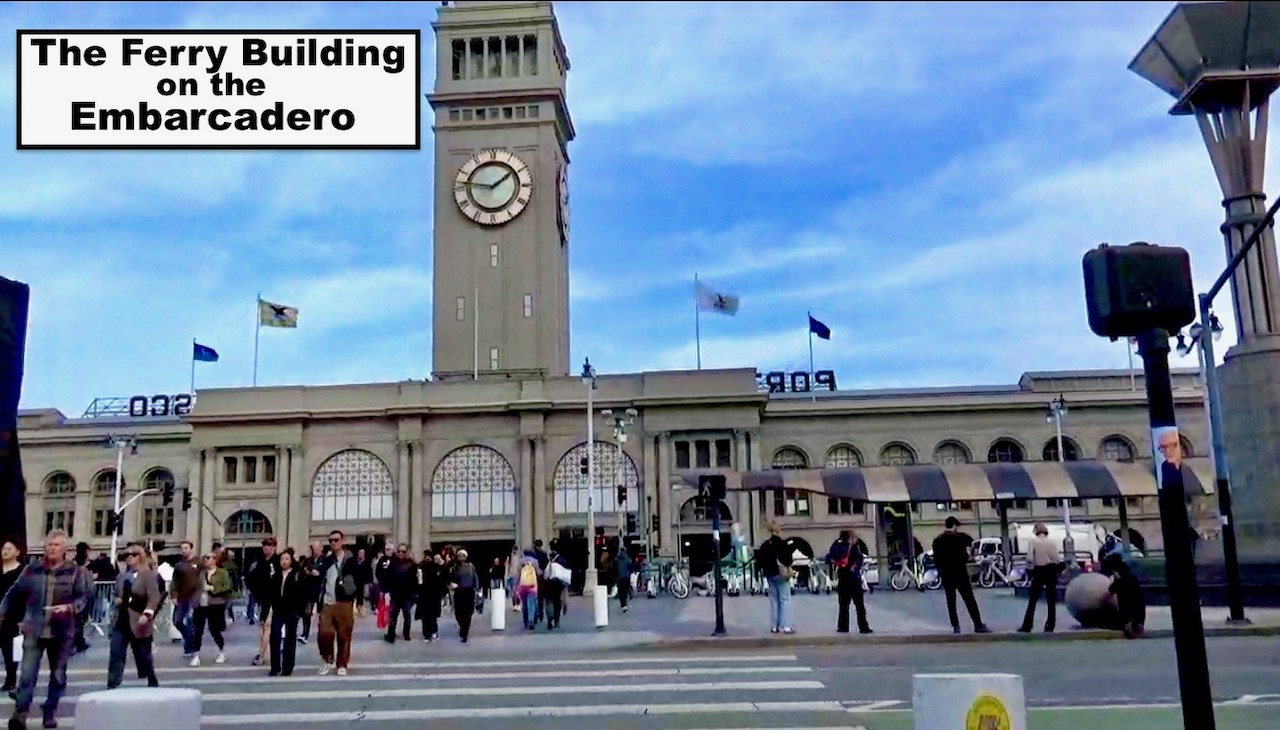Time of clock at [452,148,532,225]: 1:46
